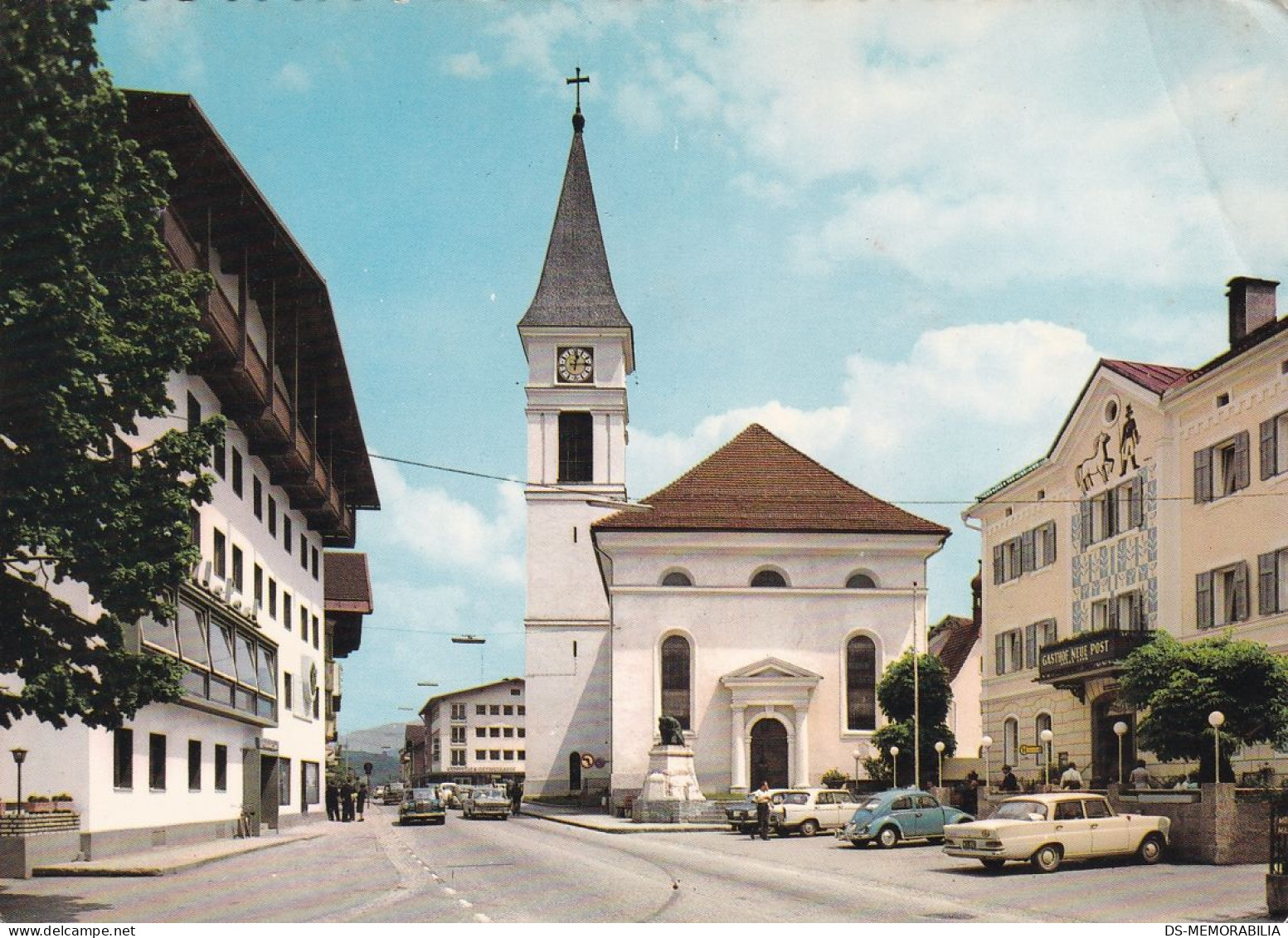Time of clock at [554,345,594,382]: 12:14
